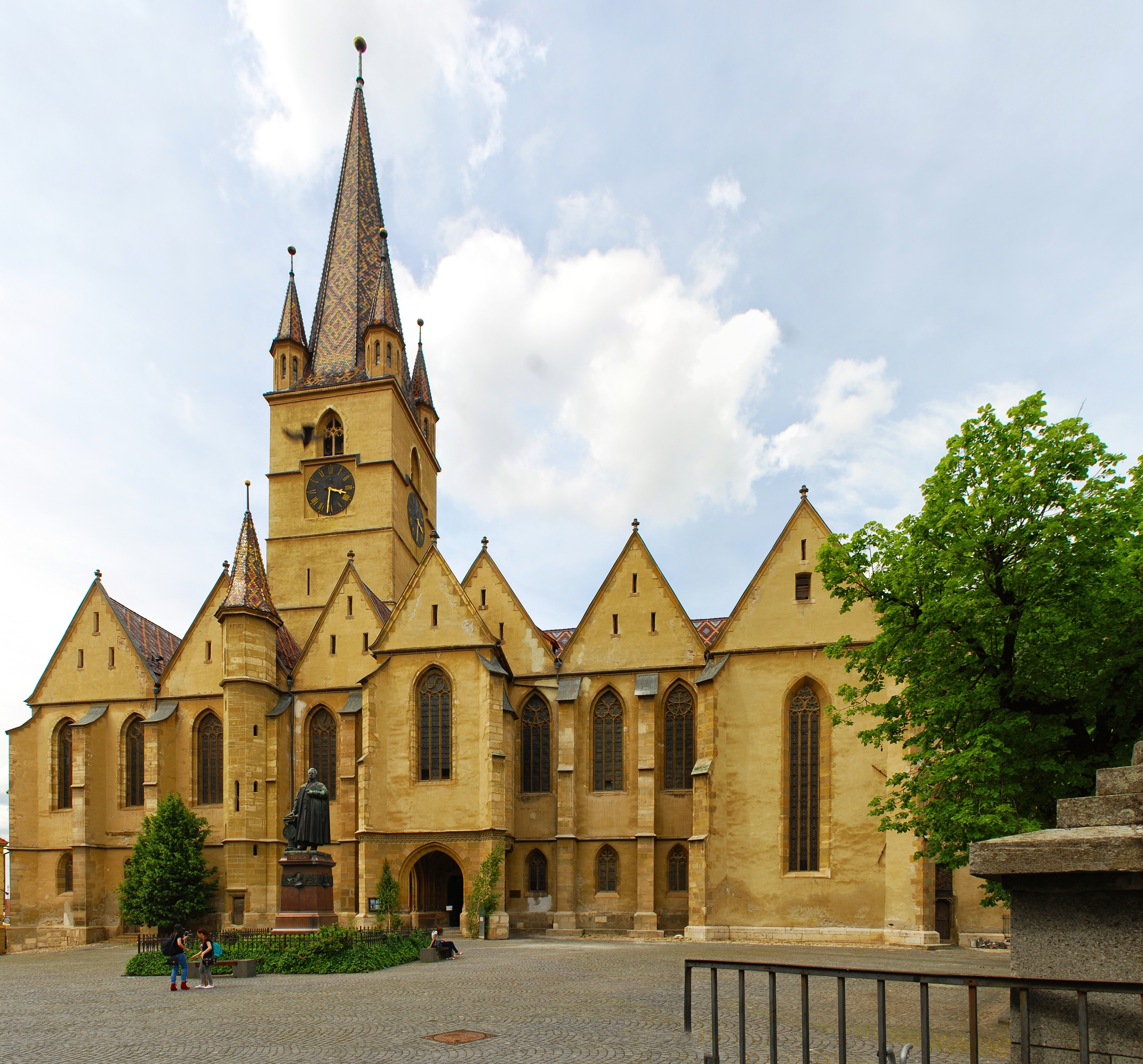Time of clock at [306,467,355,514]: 3:31
